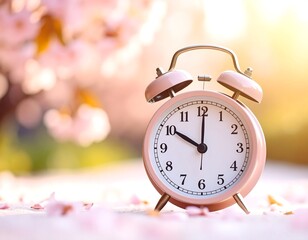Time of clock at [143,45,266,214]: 10:00
